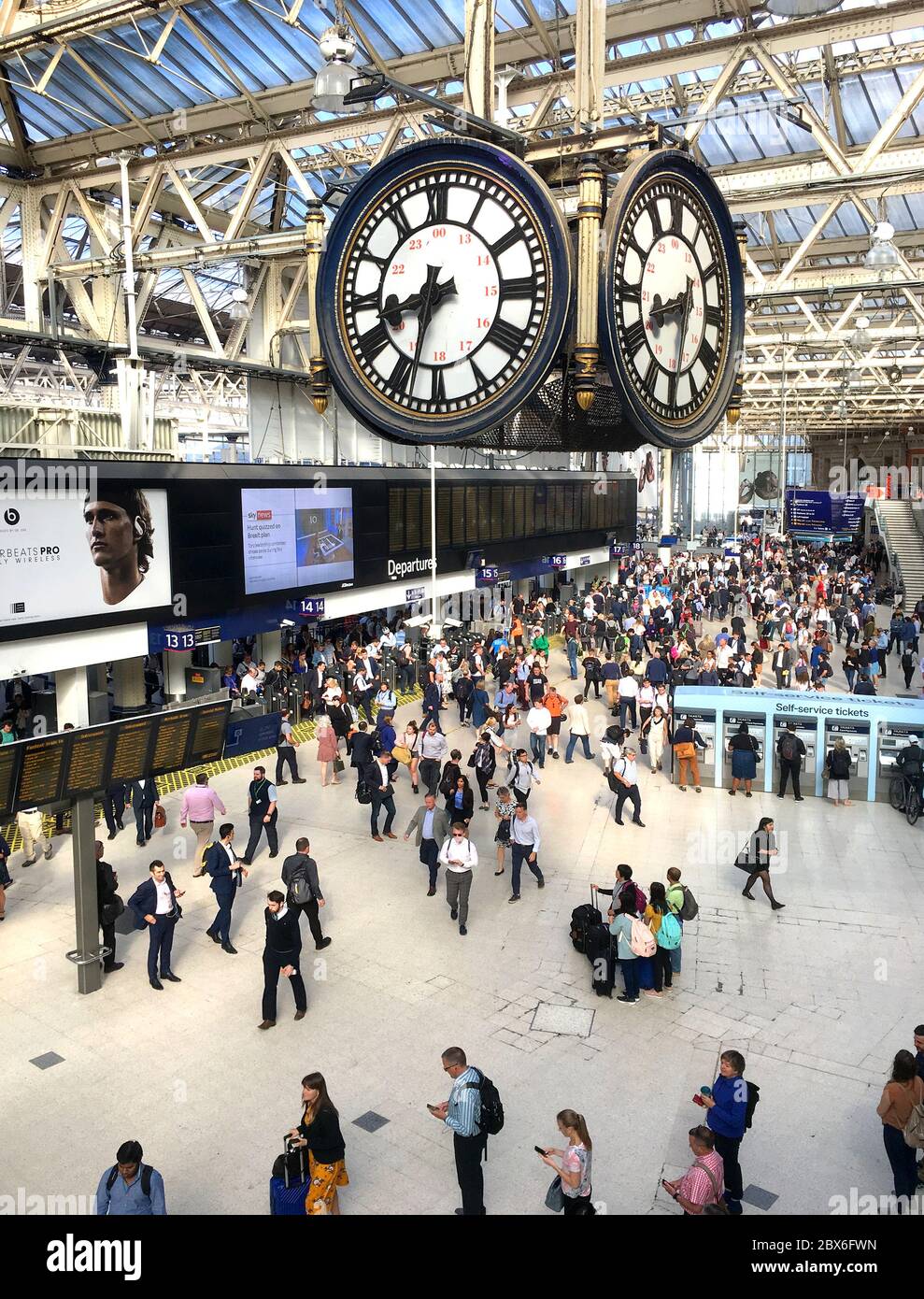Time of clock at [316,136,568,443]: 8:33
